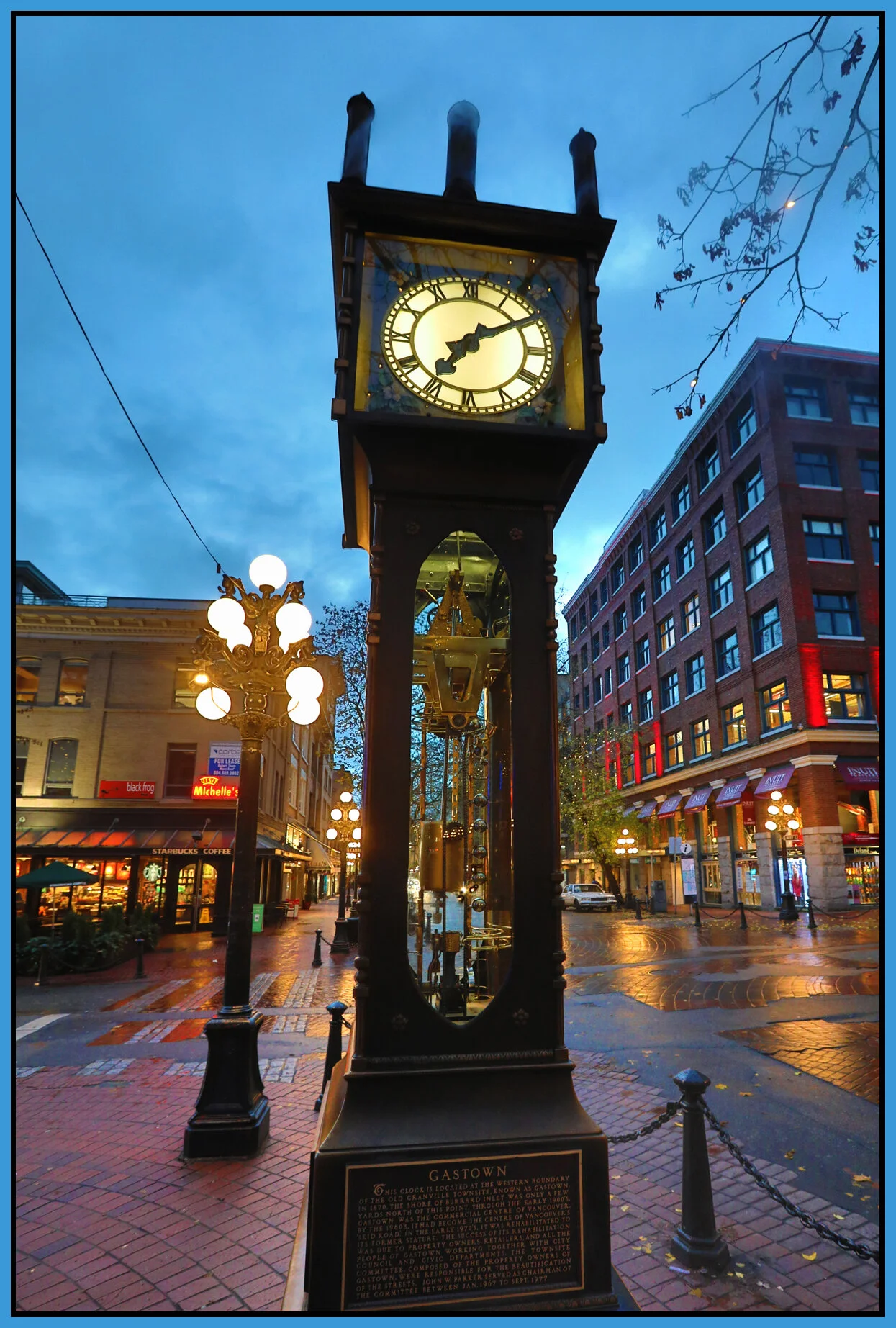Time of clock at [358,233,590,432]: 7:09
